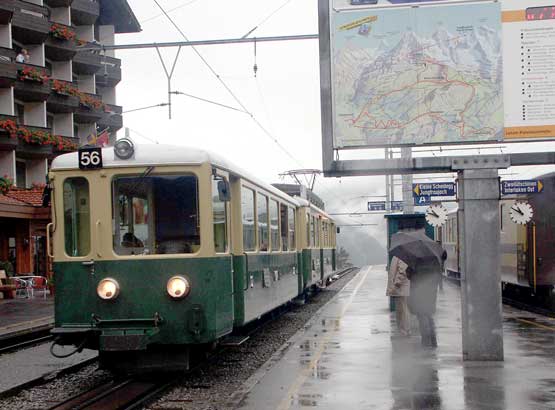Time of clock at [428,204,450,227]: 10:48
